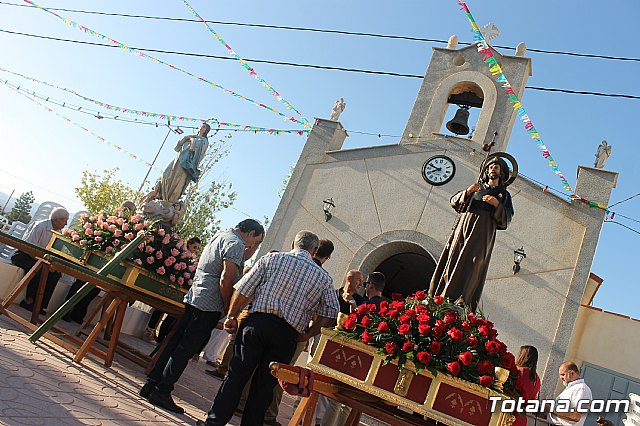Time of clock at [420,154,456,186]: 7:48
